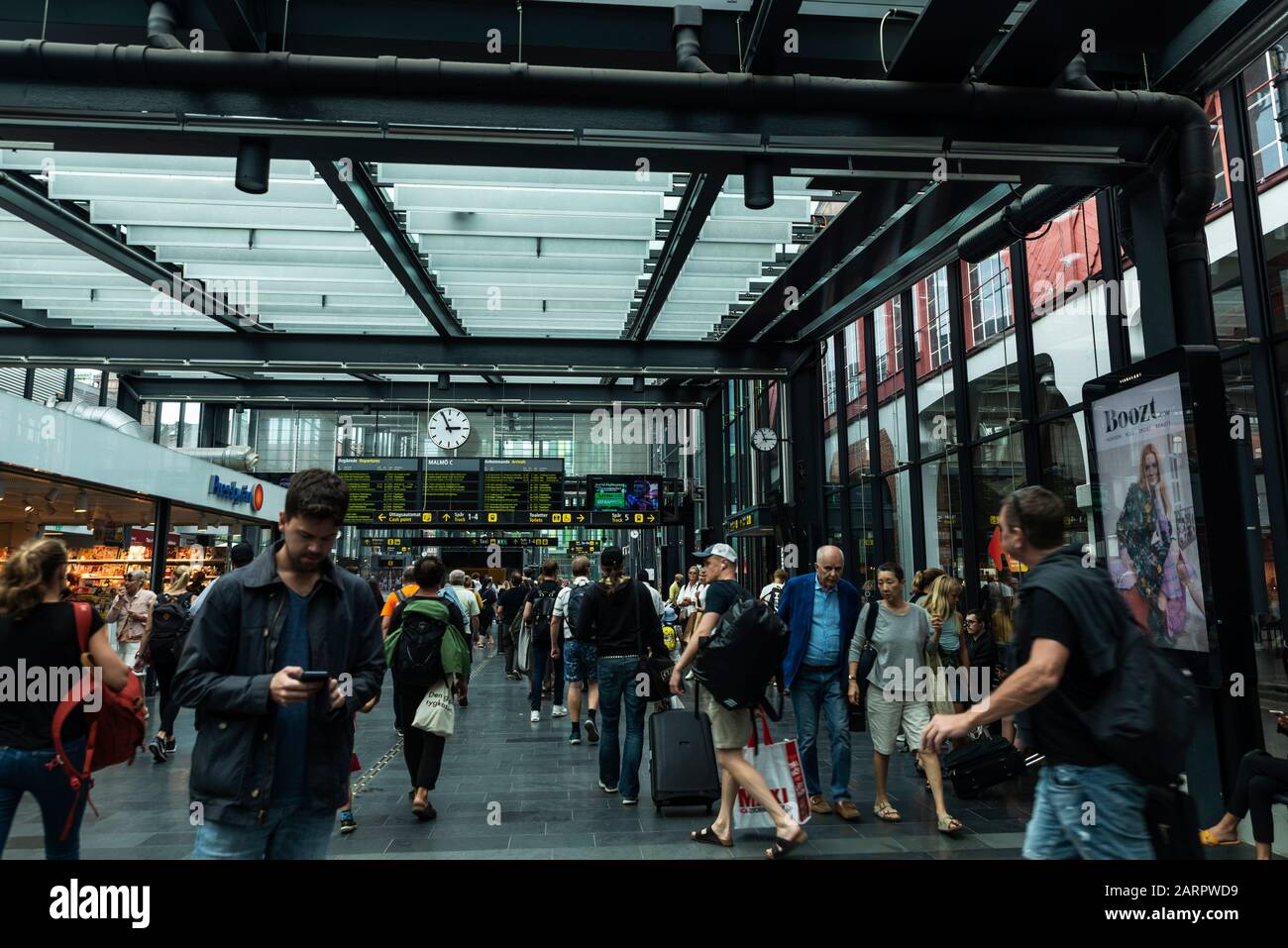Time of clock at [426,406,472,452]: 2:55
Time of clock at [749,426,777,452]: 2:56
